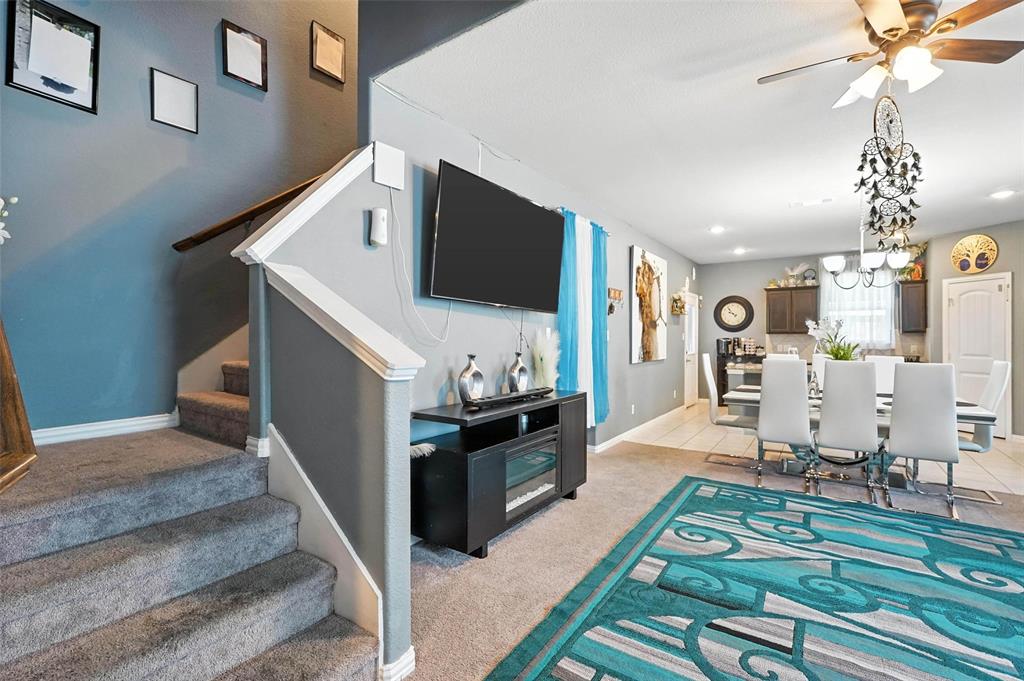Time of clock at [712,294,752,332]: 9:53
